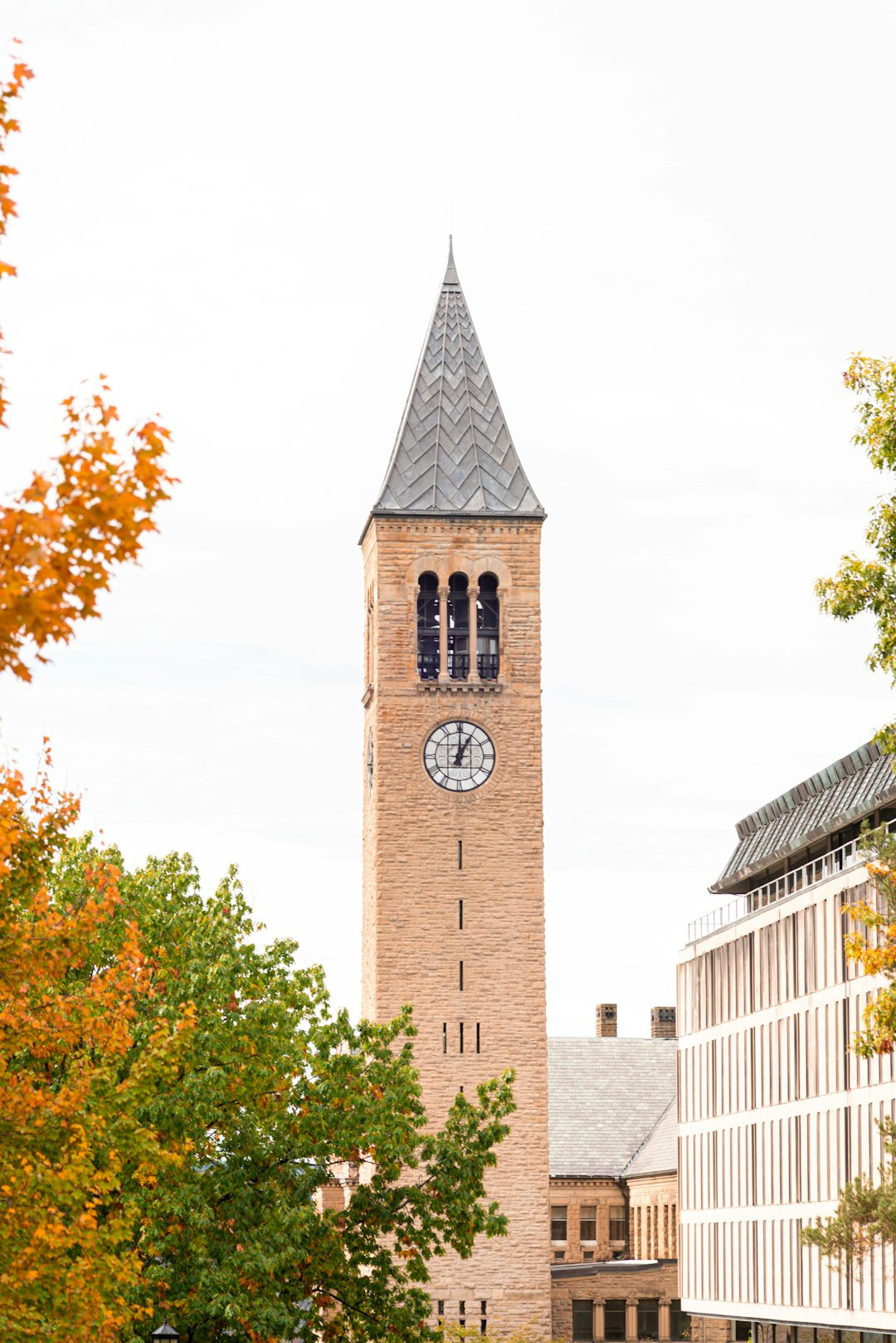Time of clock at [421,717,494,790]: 1:00
